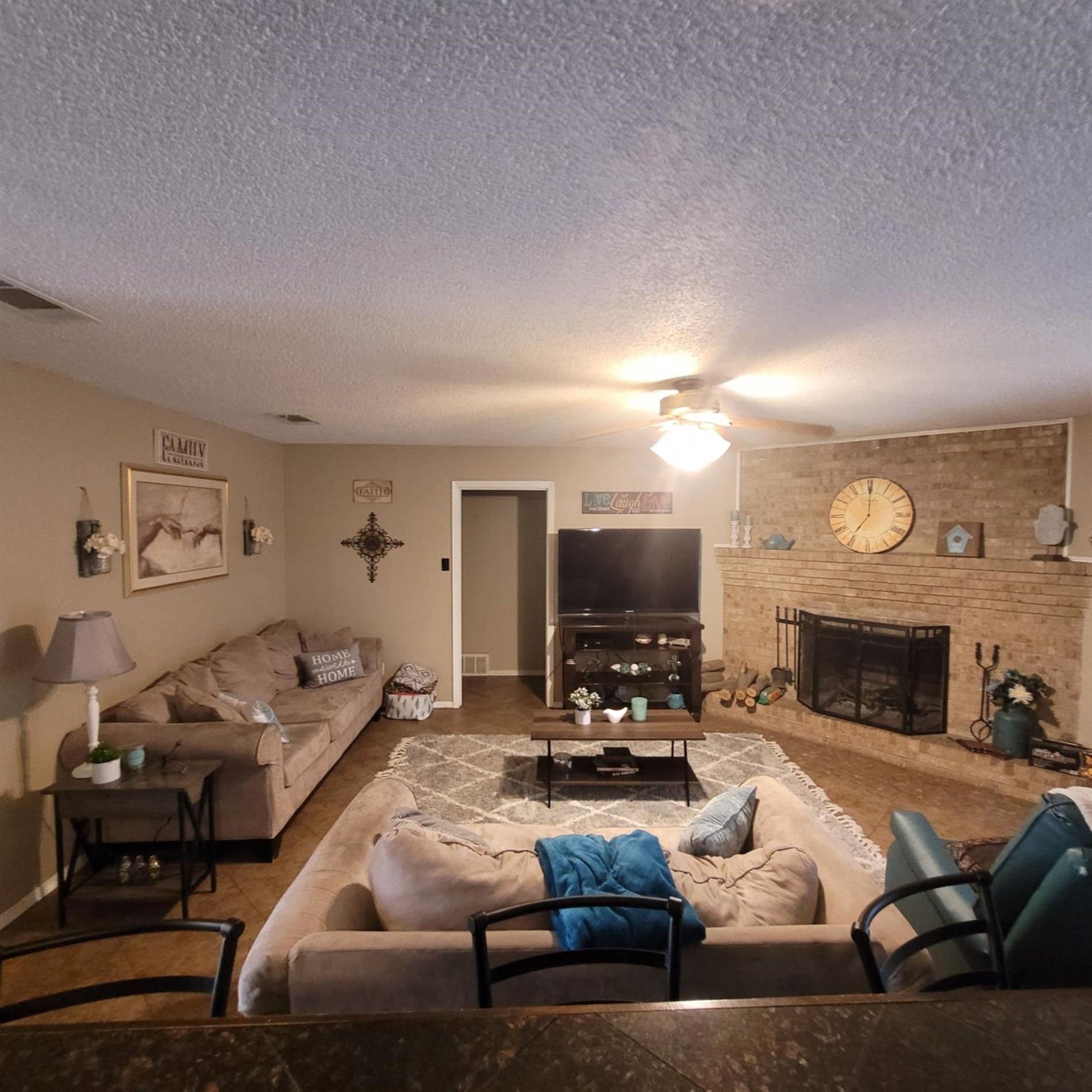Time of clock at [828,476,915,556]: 7:00
